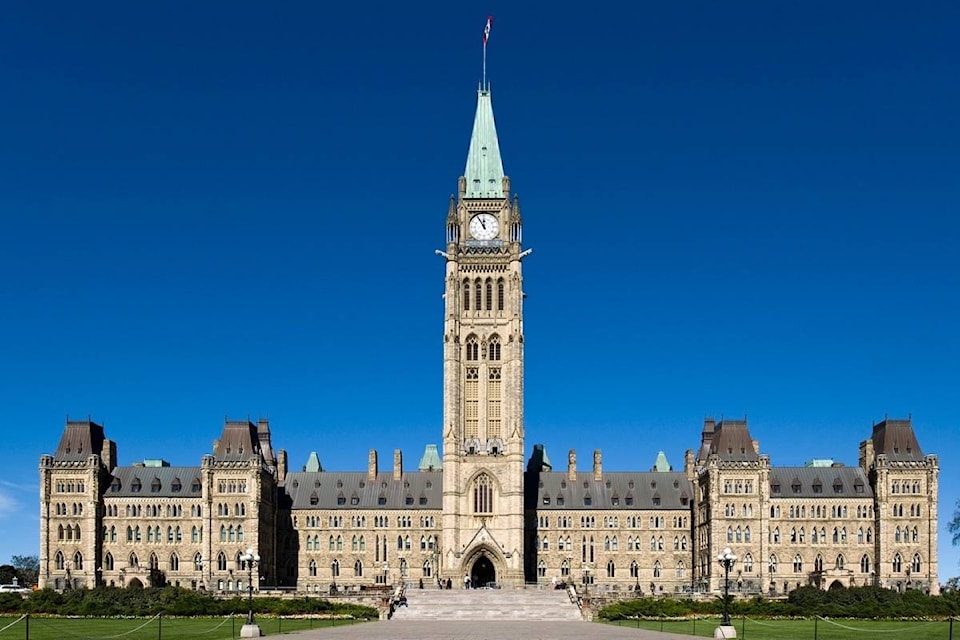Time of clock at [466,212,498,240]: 11:54
